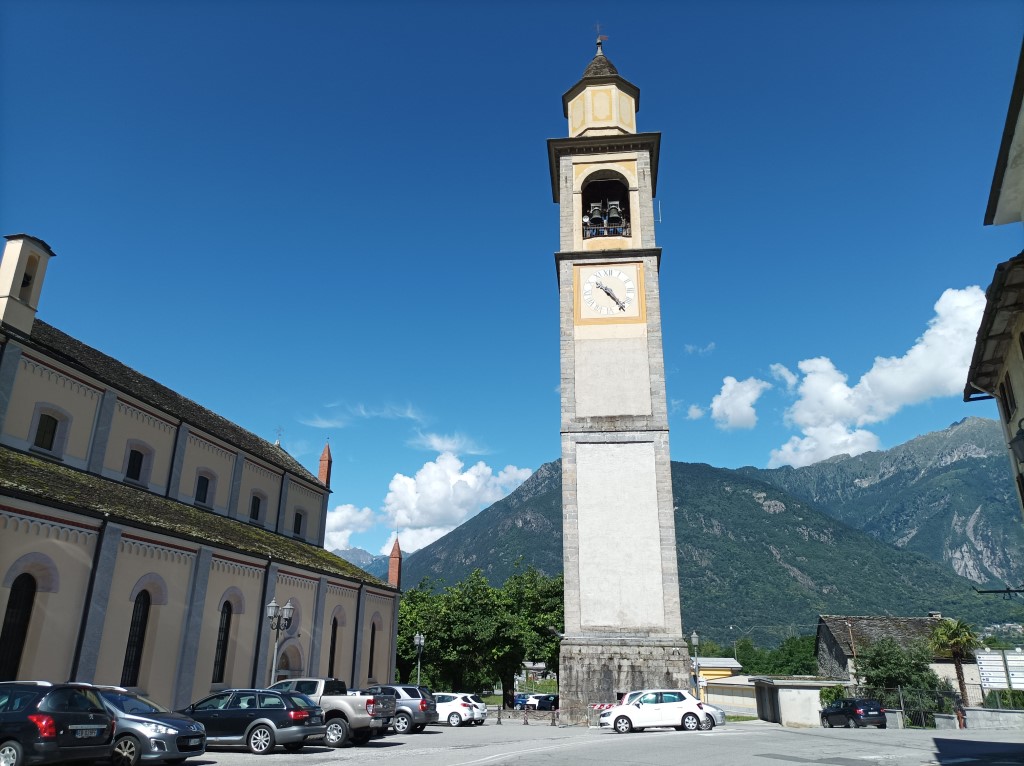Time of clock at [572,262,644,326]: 10:23
